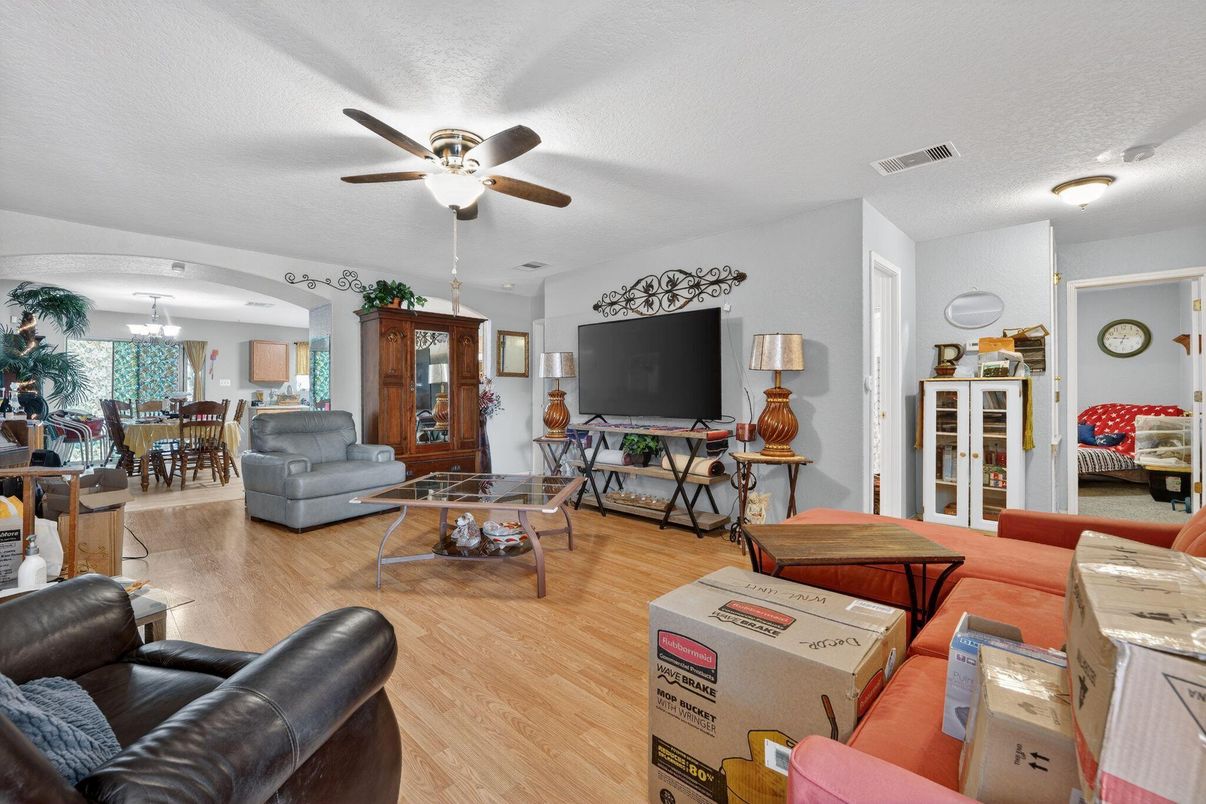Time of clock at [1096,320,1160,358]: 6:46
